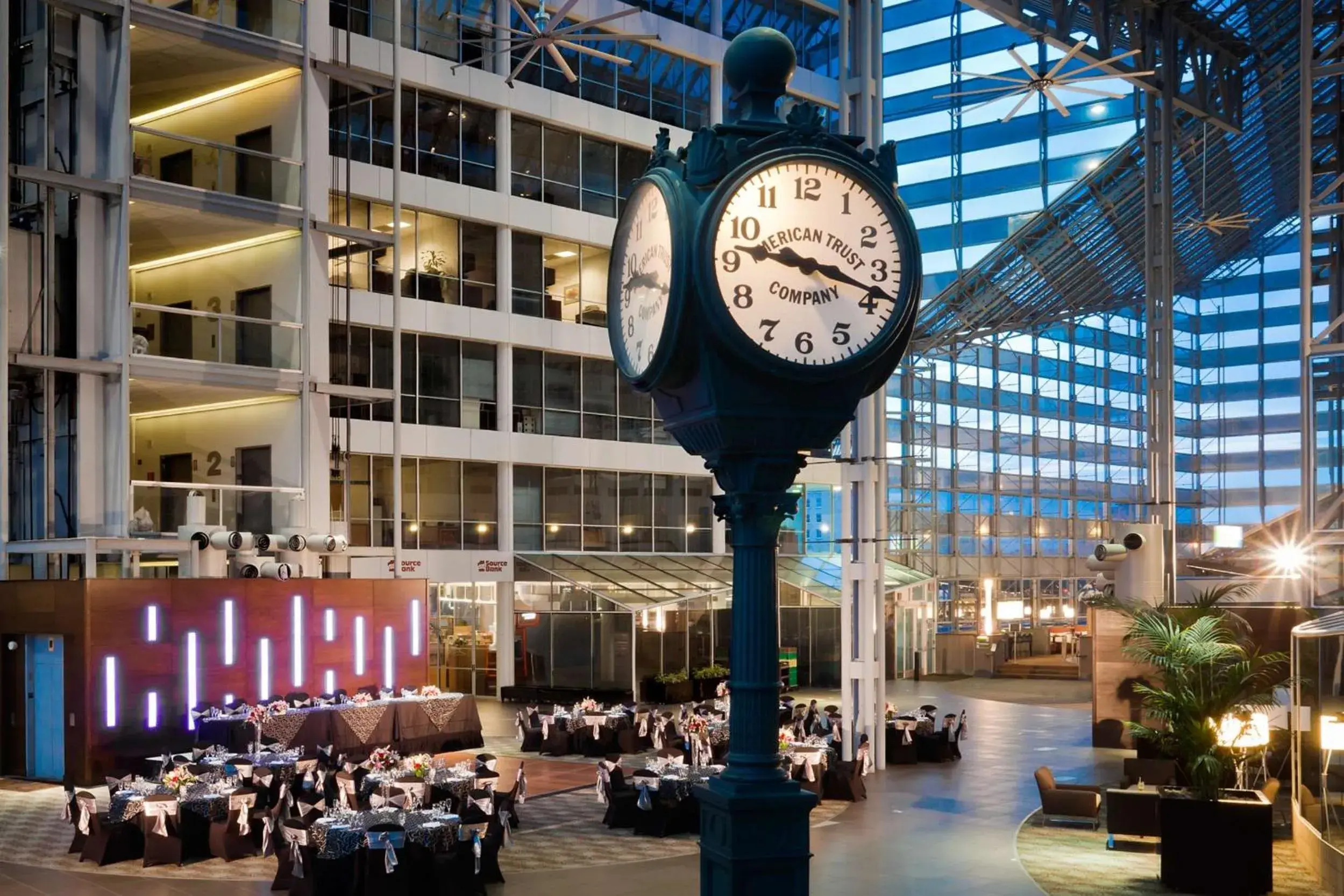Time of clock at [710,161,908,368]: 9:18
